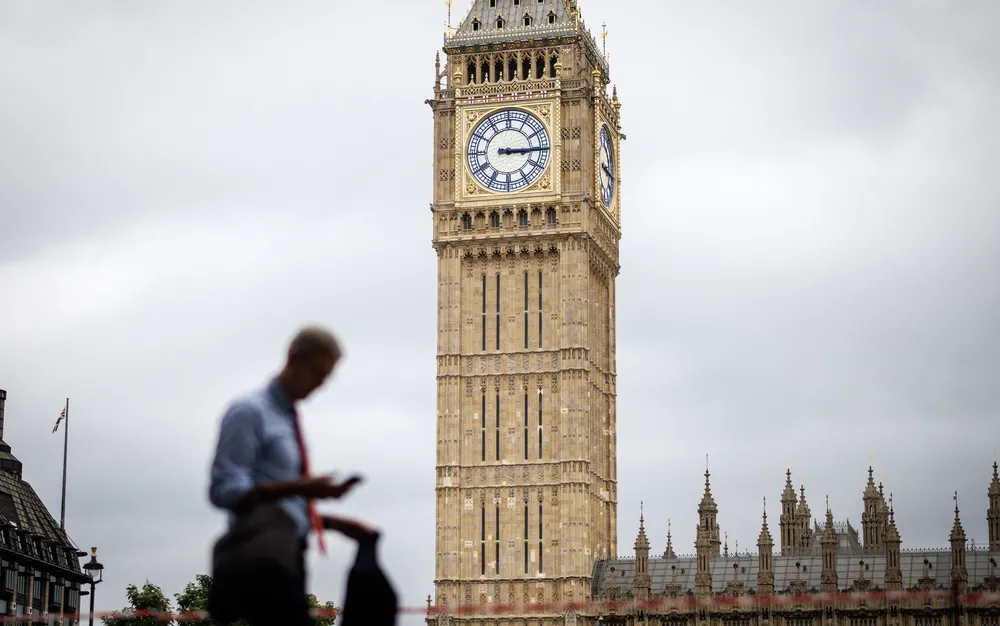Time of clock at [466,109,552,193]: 3:14
